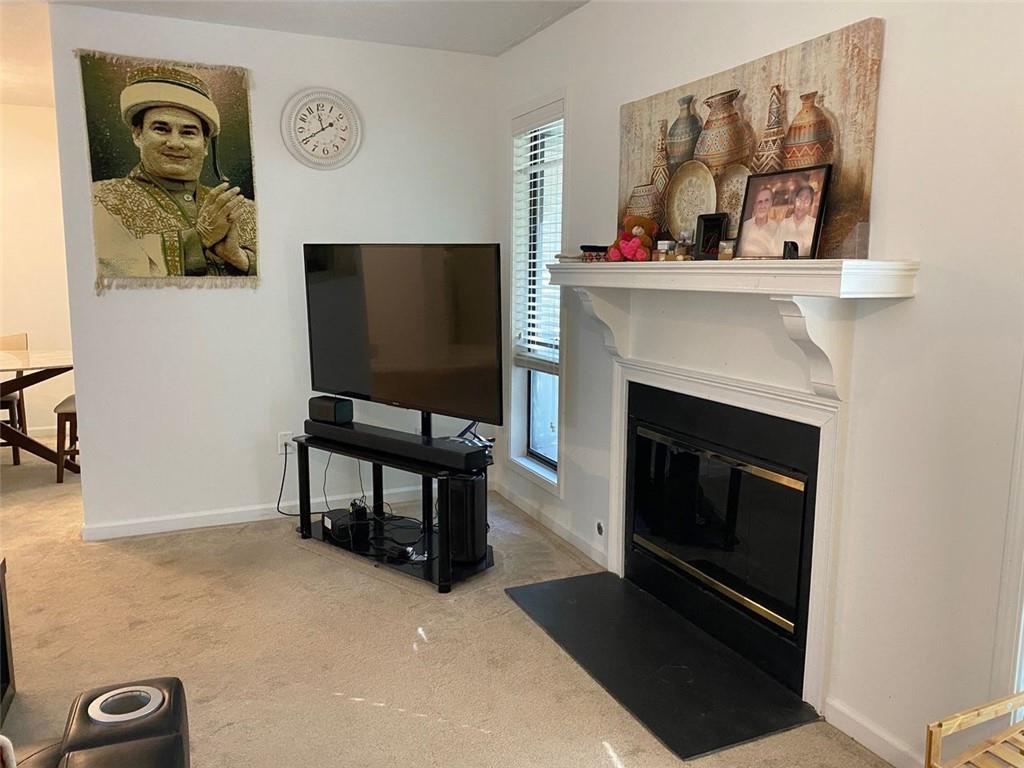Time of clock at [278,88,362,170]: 11:40
